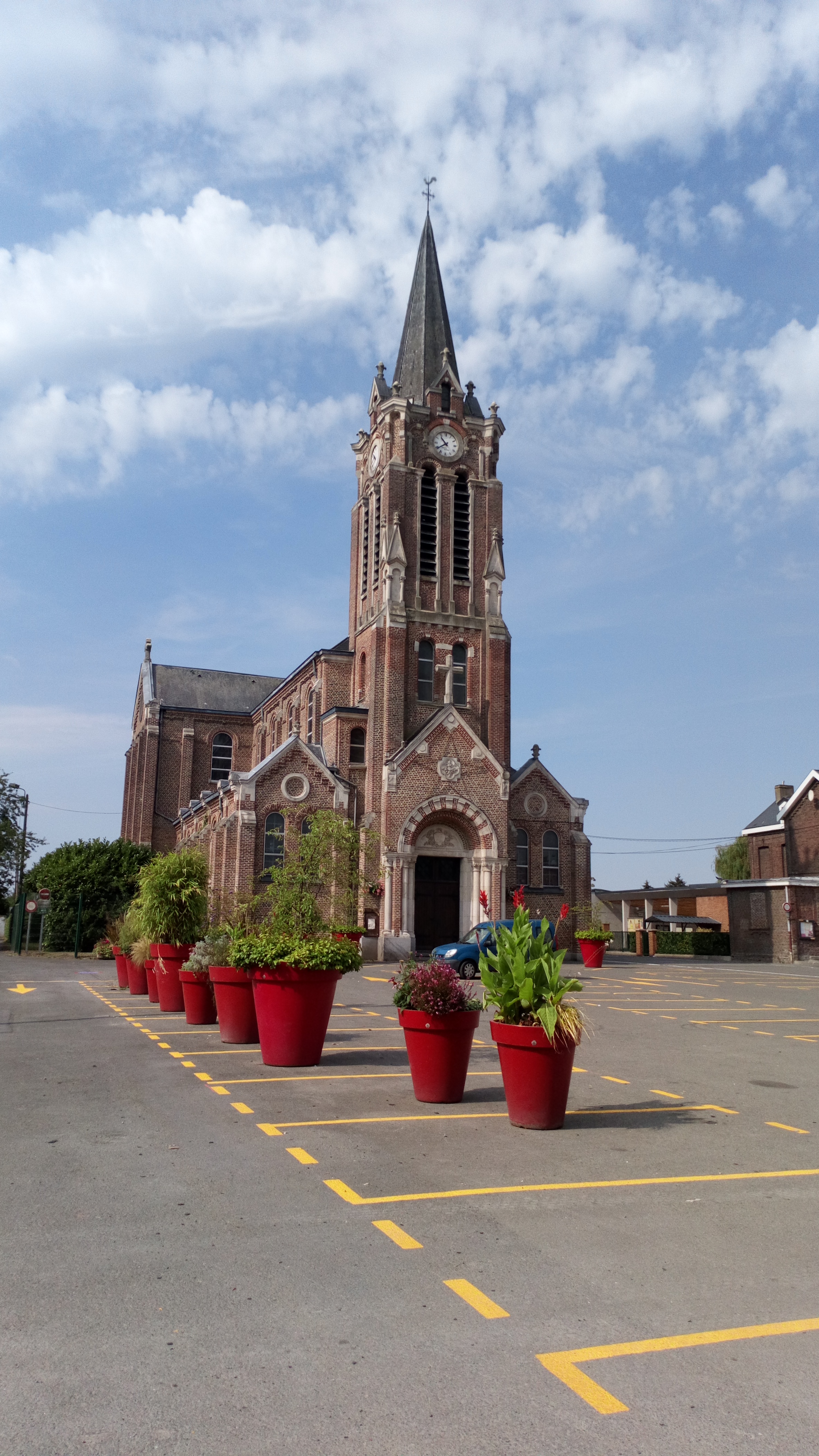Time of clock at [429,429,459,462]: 10:39
